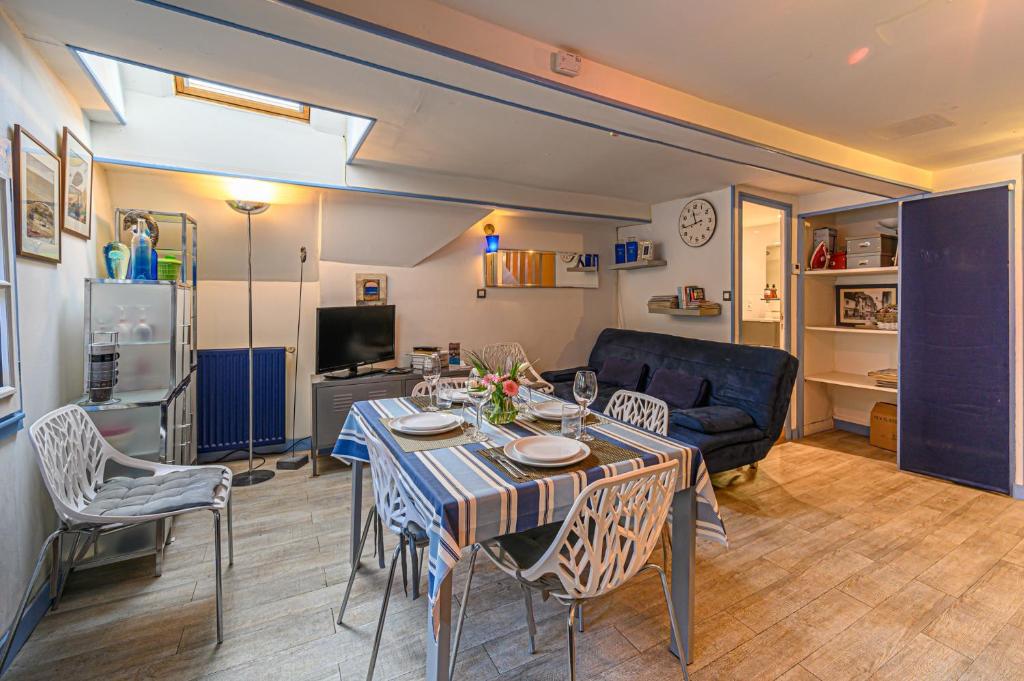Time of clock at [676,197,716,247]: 11:43
